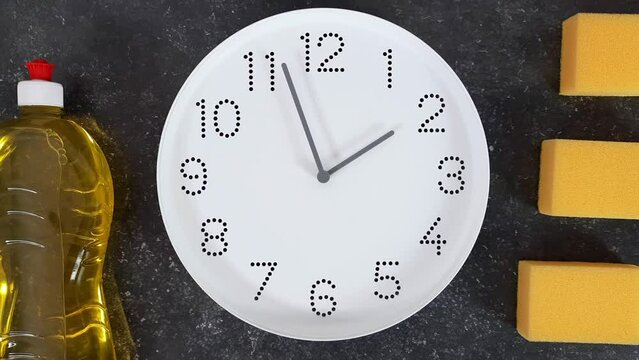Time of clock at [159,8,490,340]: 1:56
